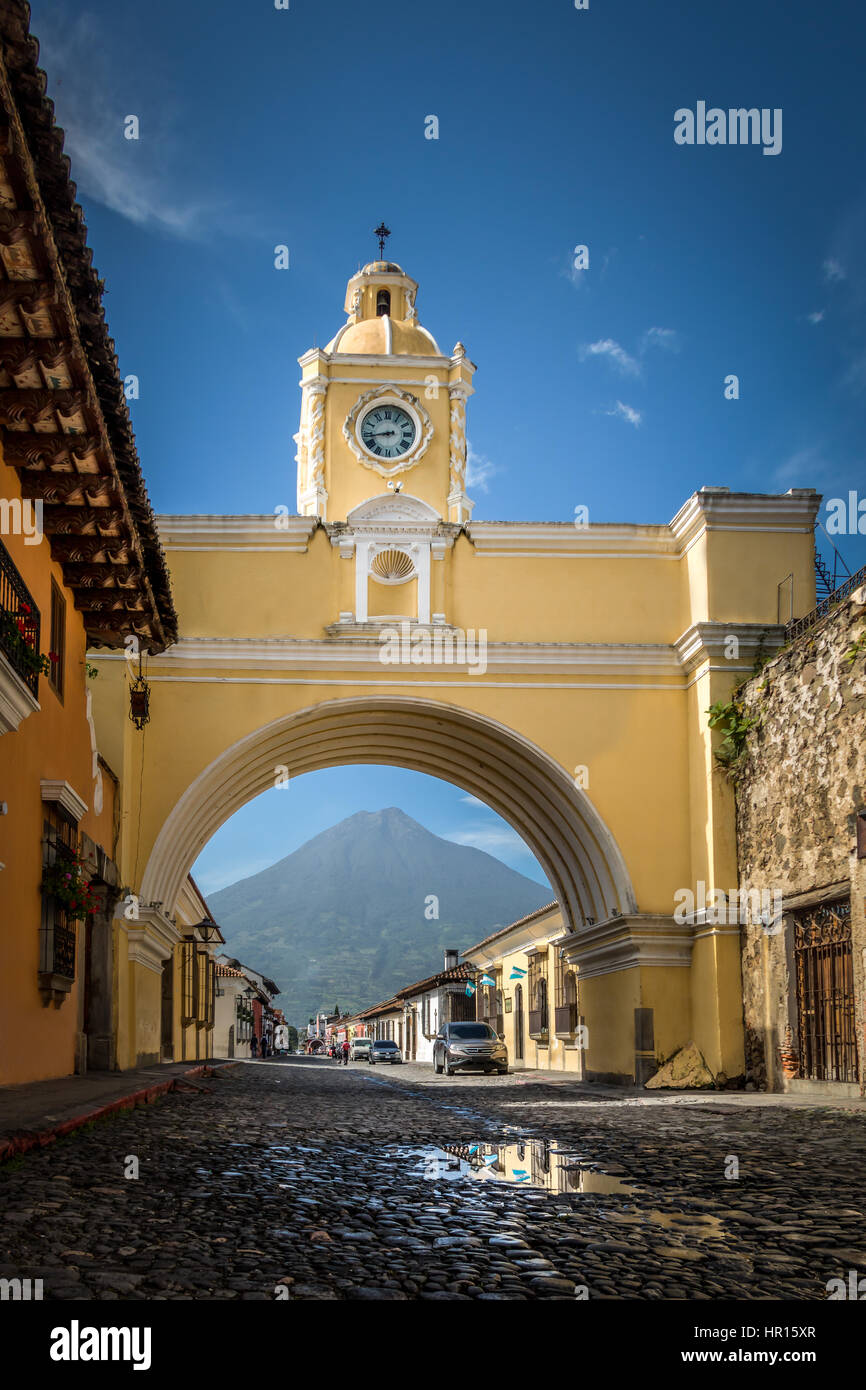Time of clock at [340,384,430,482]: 8:43
